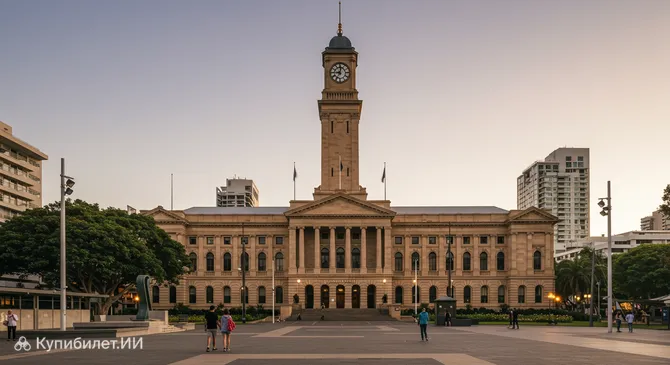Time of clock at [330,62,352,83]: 9:01
